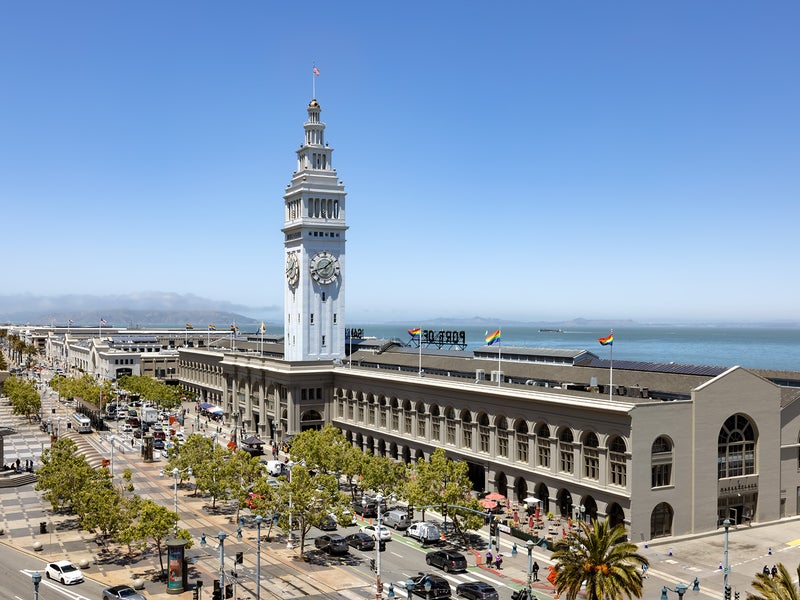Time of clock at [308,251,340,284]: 1:42
